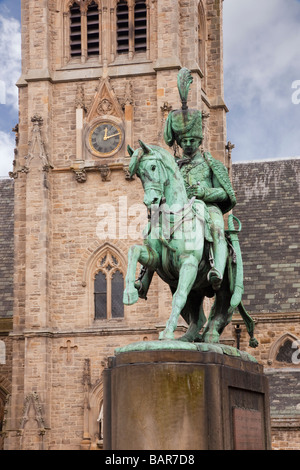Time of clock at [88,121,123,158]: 12:12
